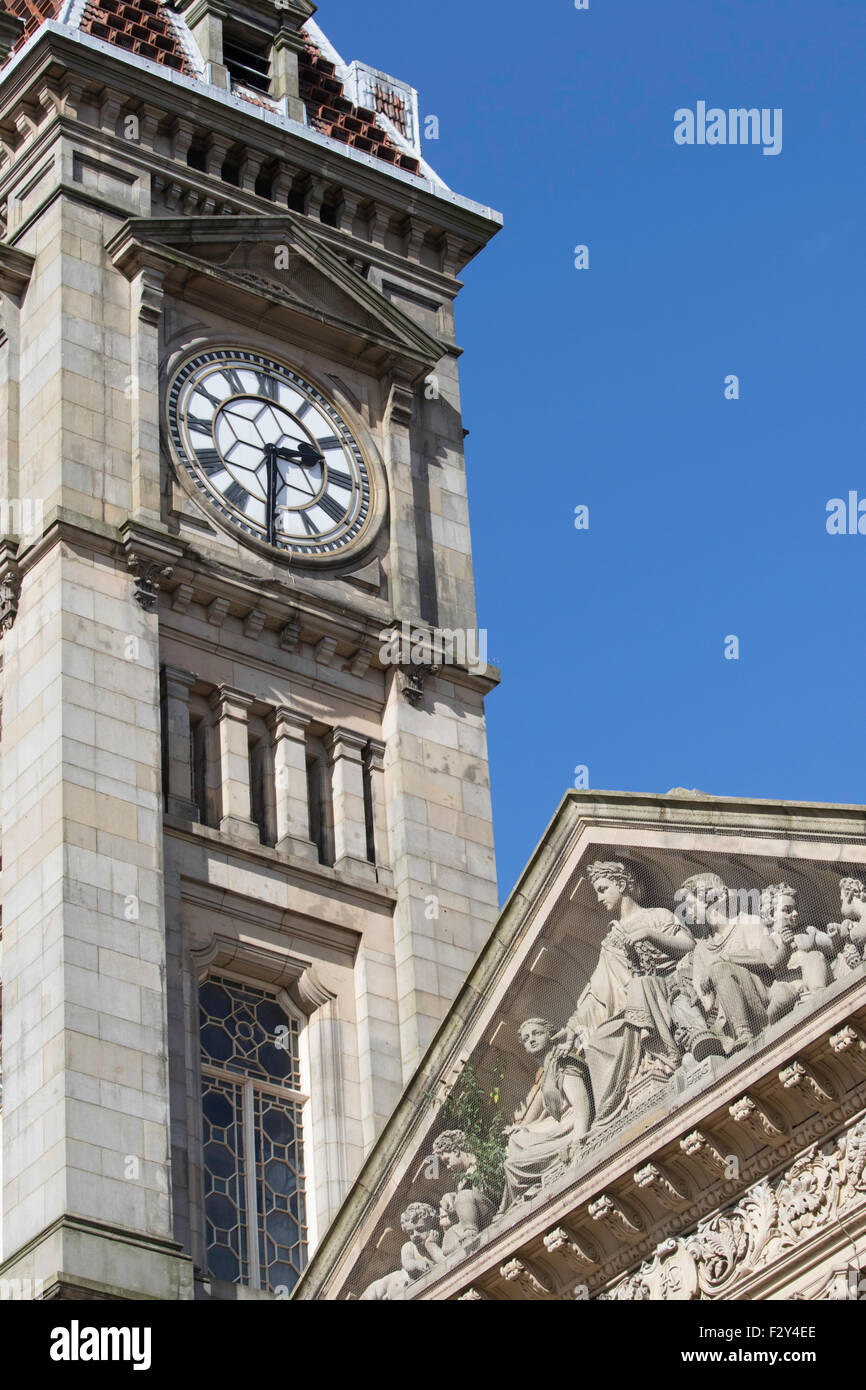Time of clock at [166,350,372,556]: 2:30
